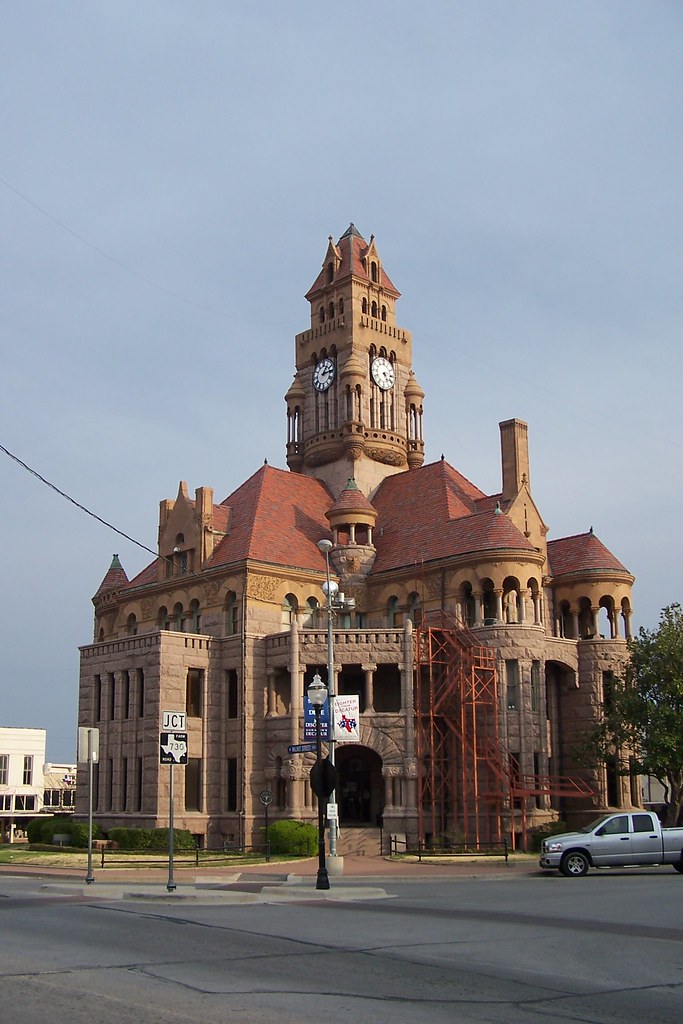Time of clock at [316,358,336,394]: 1:13
